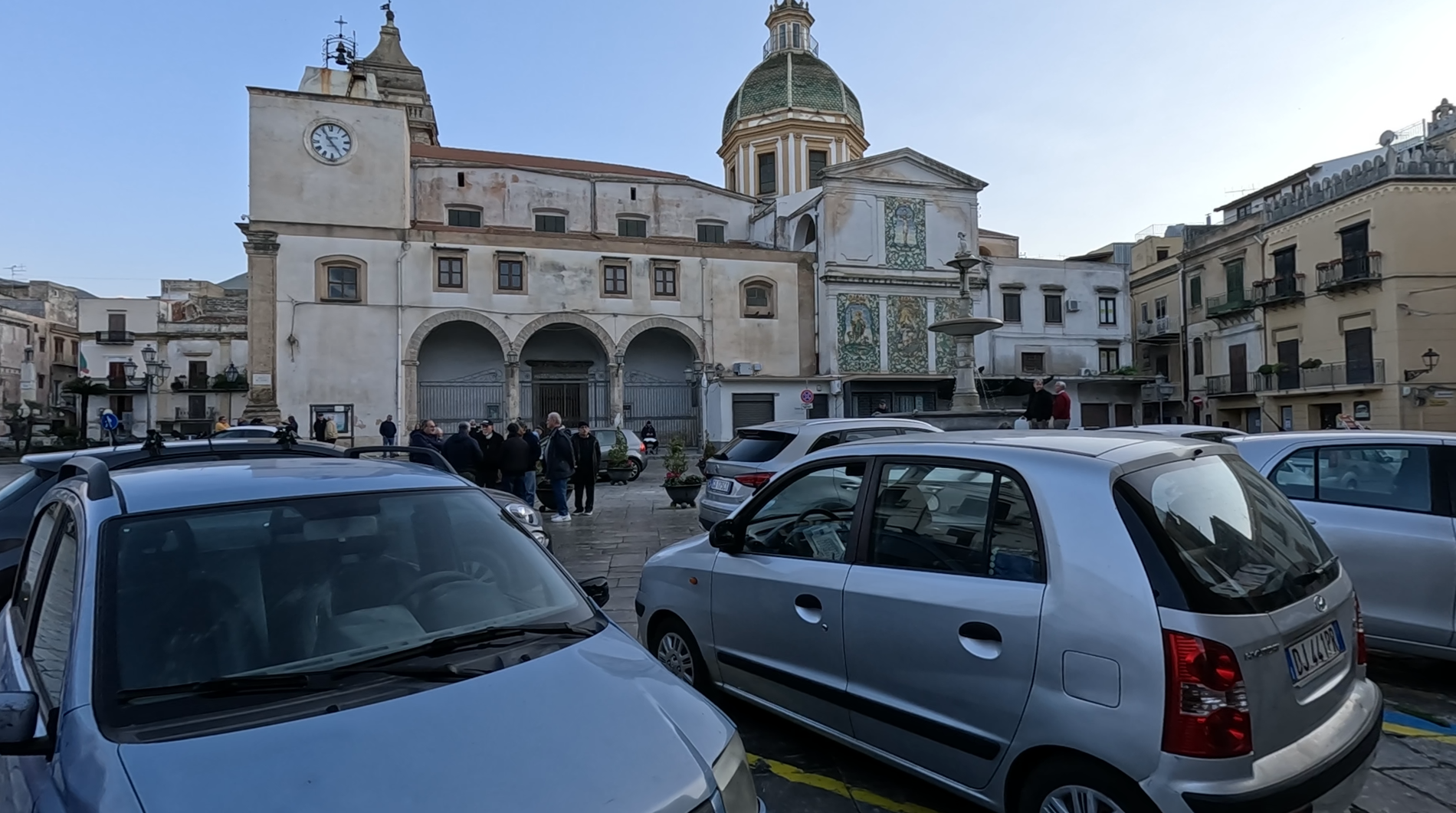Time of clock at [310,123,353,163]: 4:54
